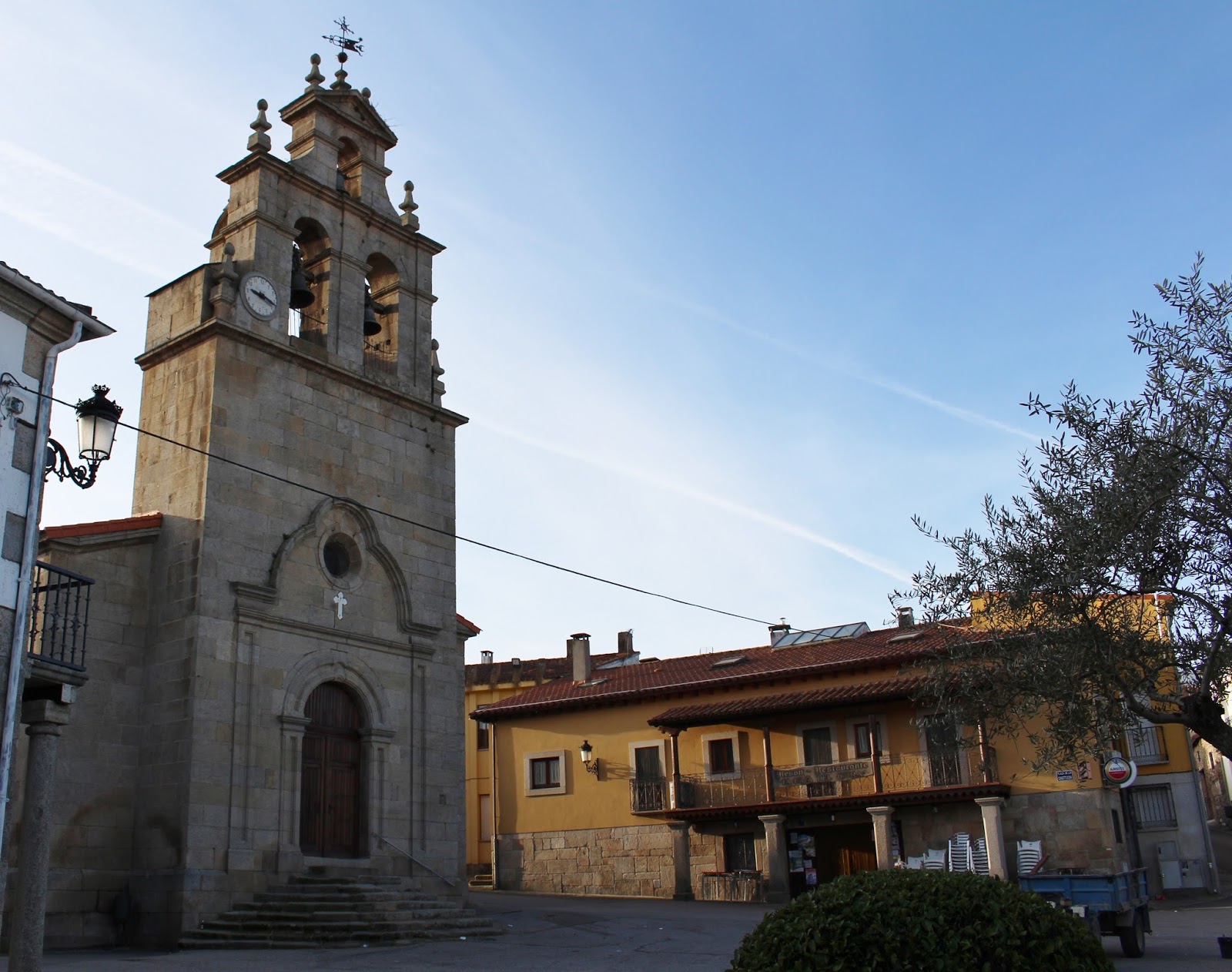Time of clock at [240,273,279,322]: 9:18
